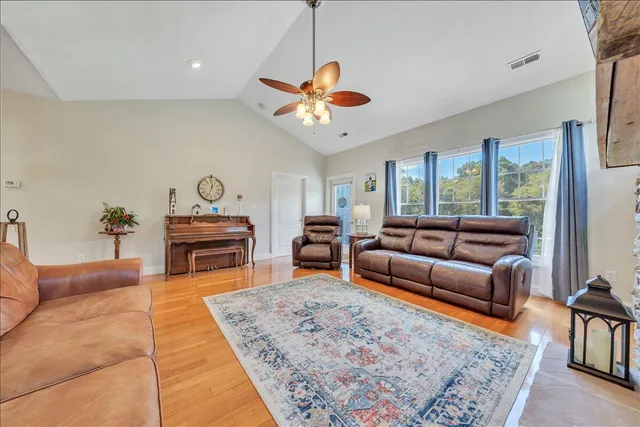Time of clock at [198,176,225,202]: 12:33
